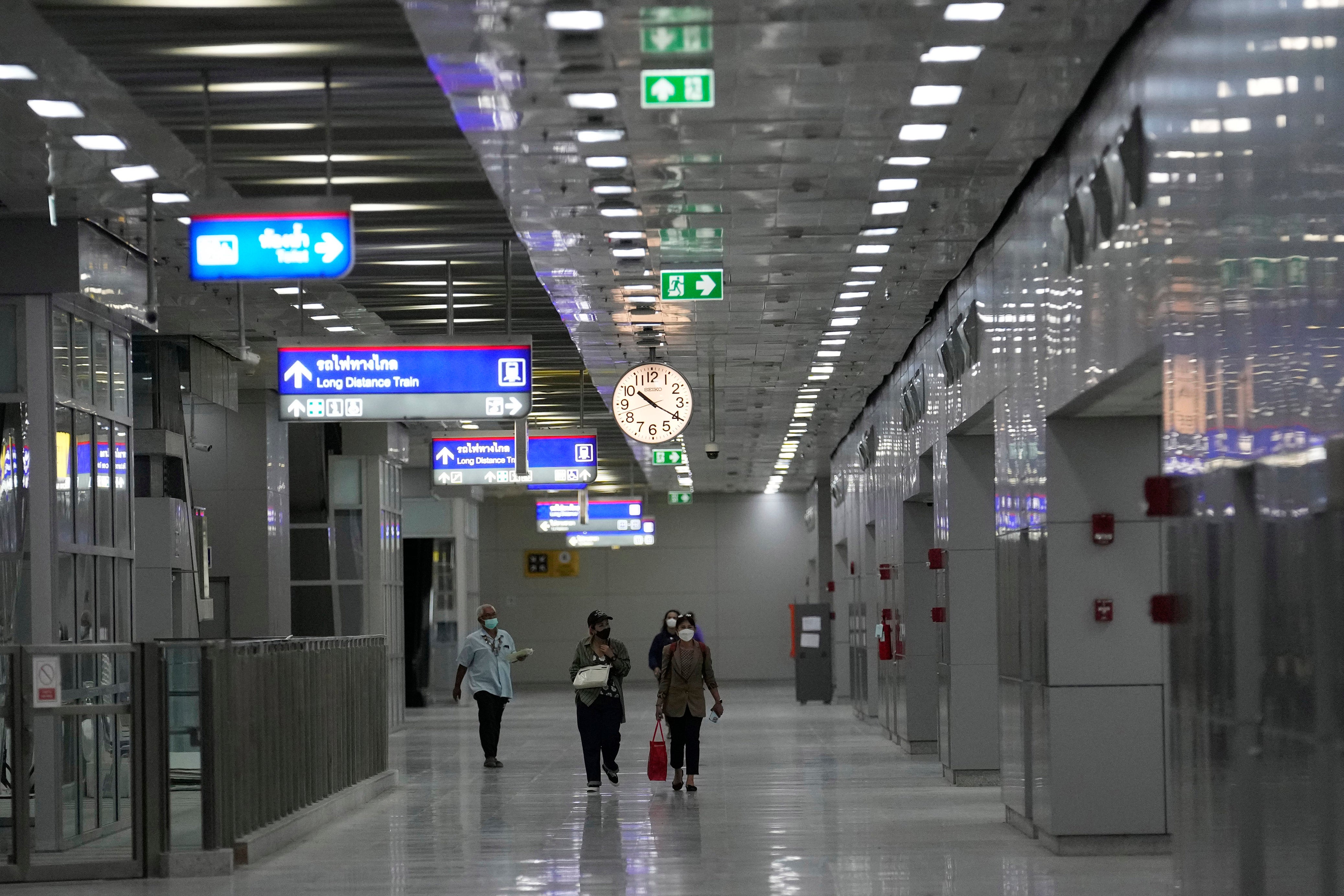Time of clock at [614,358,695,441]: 10:20
